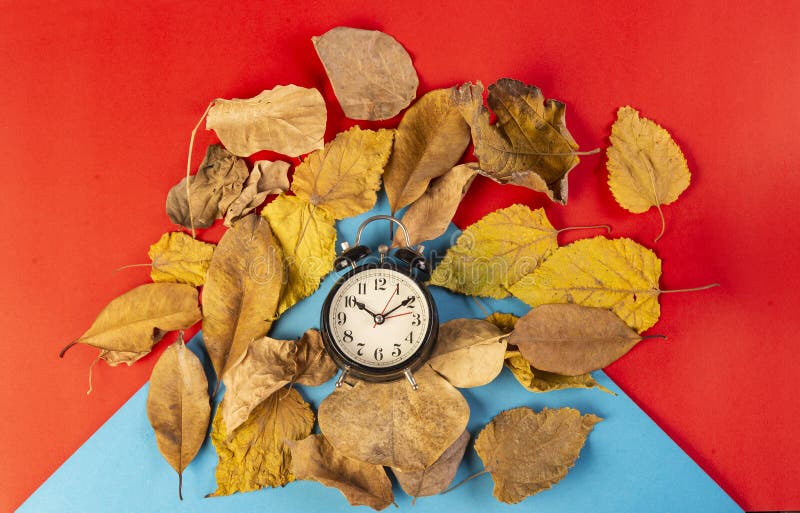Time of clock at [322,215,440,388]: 10:09
